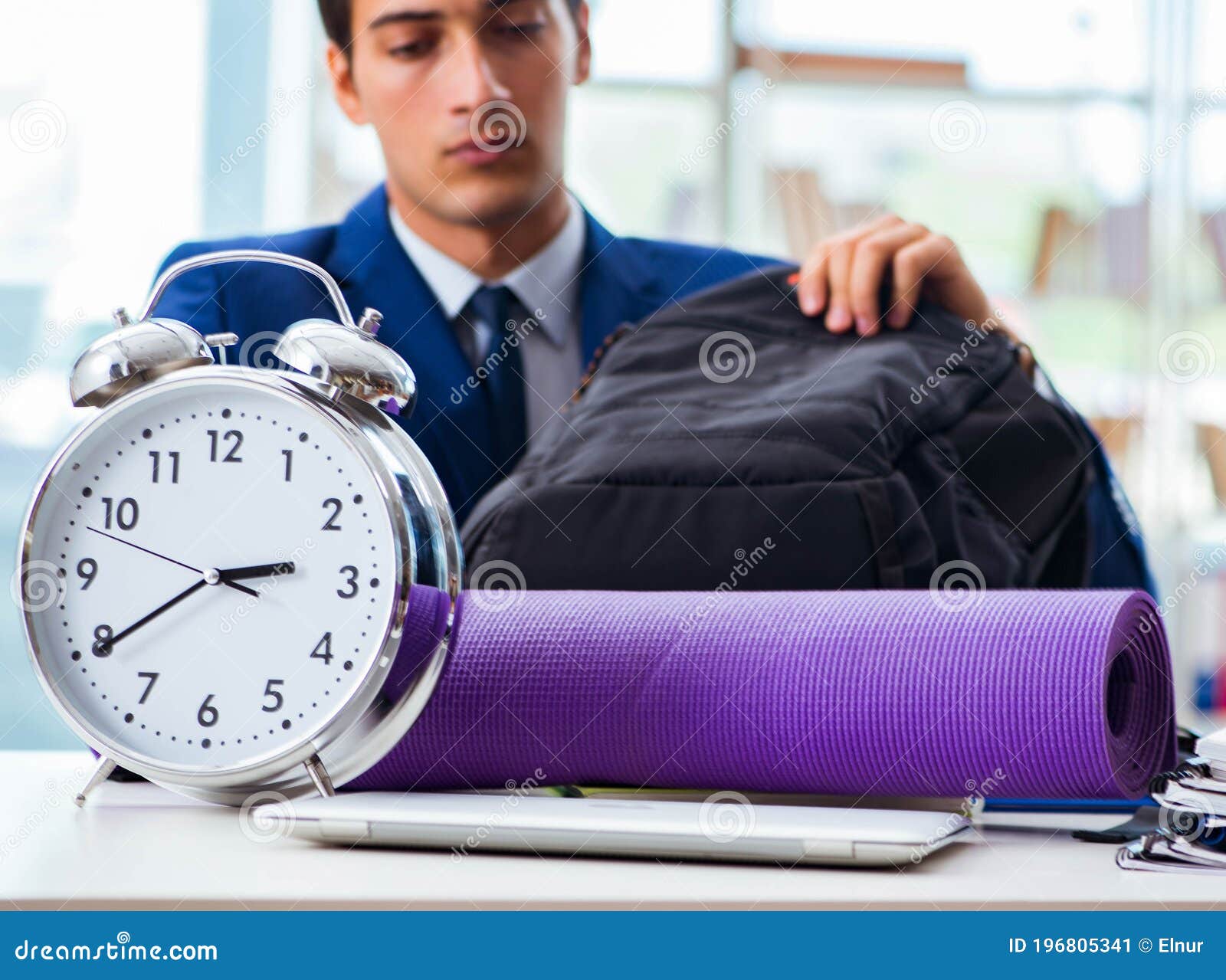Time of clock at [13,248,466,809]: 2:39
